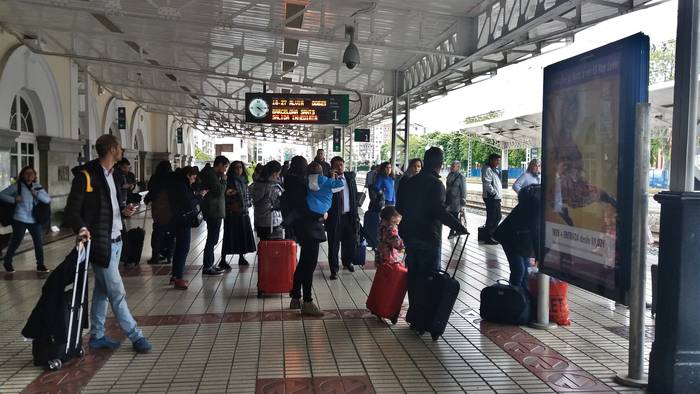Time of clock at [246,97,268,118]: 4:14
